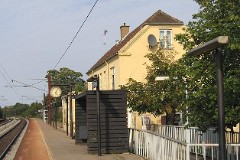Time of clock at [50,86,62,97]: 5:03
